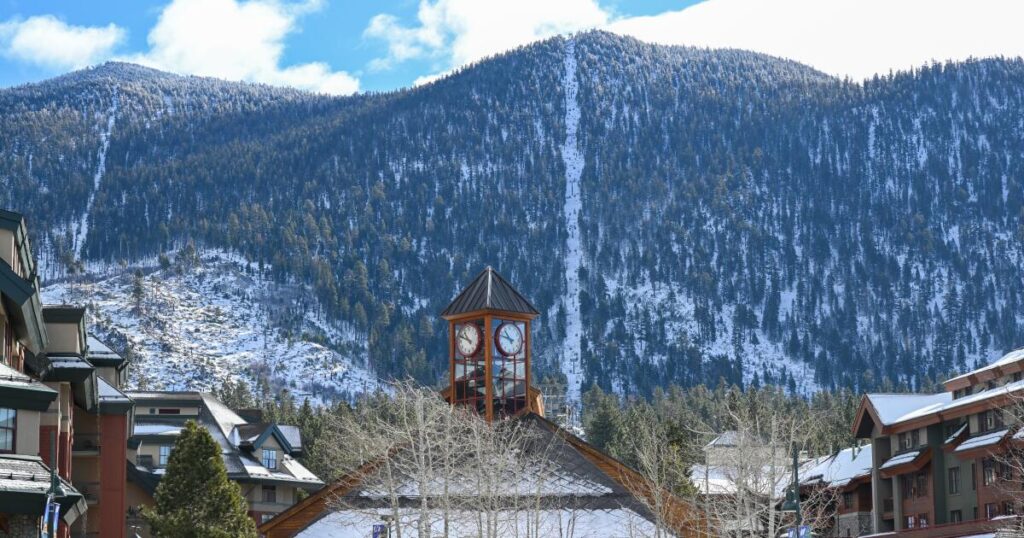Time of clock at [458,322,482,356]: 10:49
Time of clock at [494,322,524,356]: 10:47
